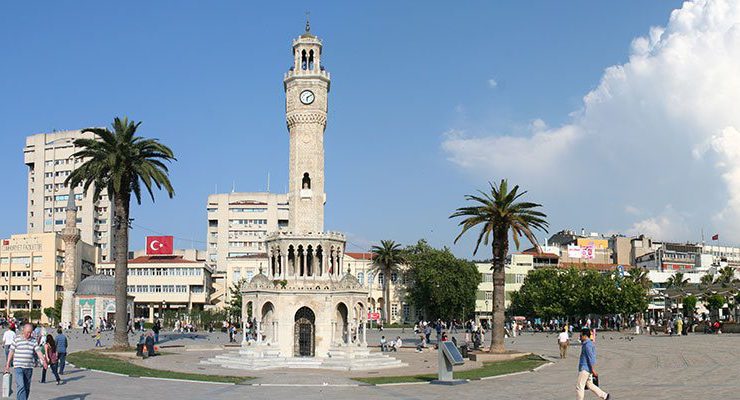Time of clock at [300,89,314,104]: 6:10
